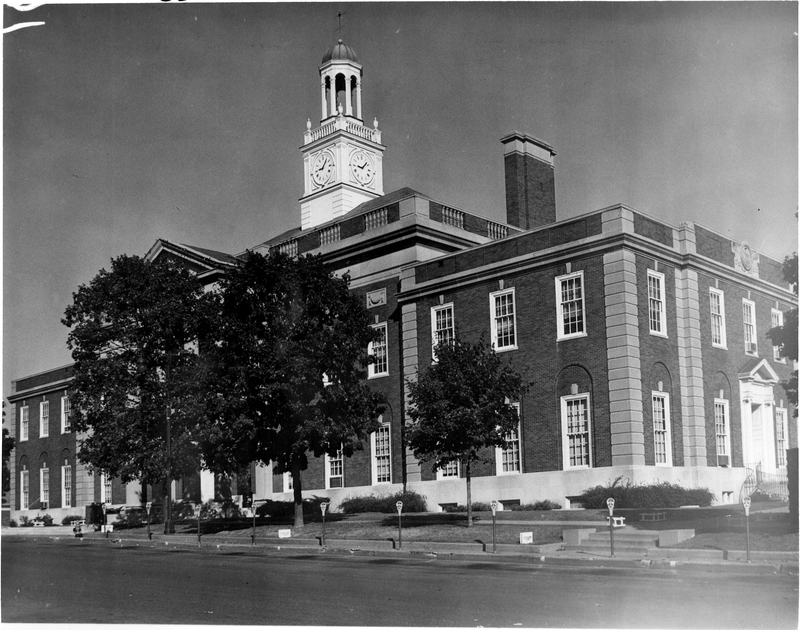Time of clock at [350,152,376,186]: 9:07
